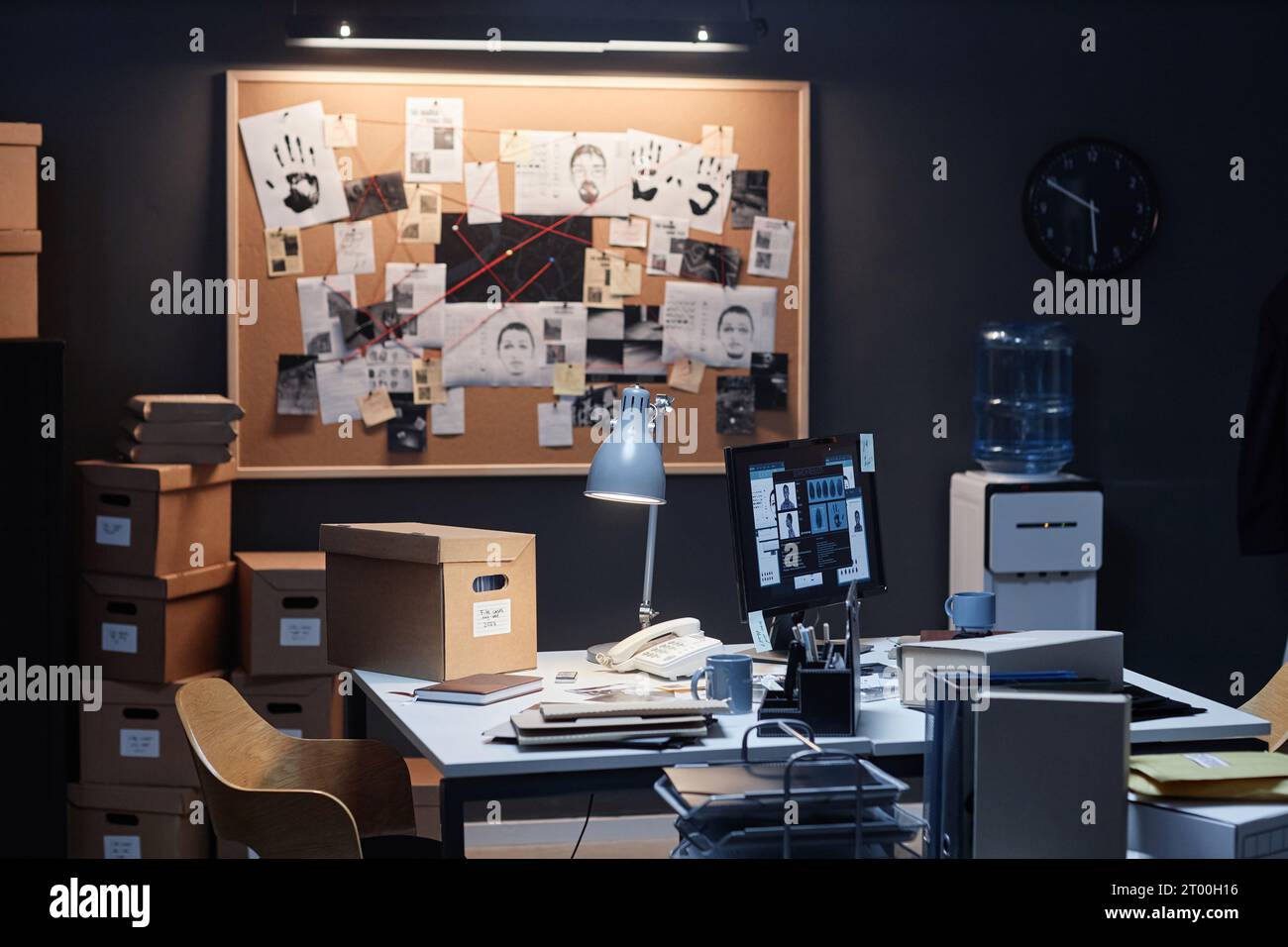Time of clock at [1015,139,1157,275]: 5:50
